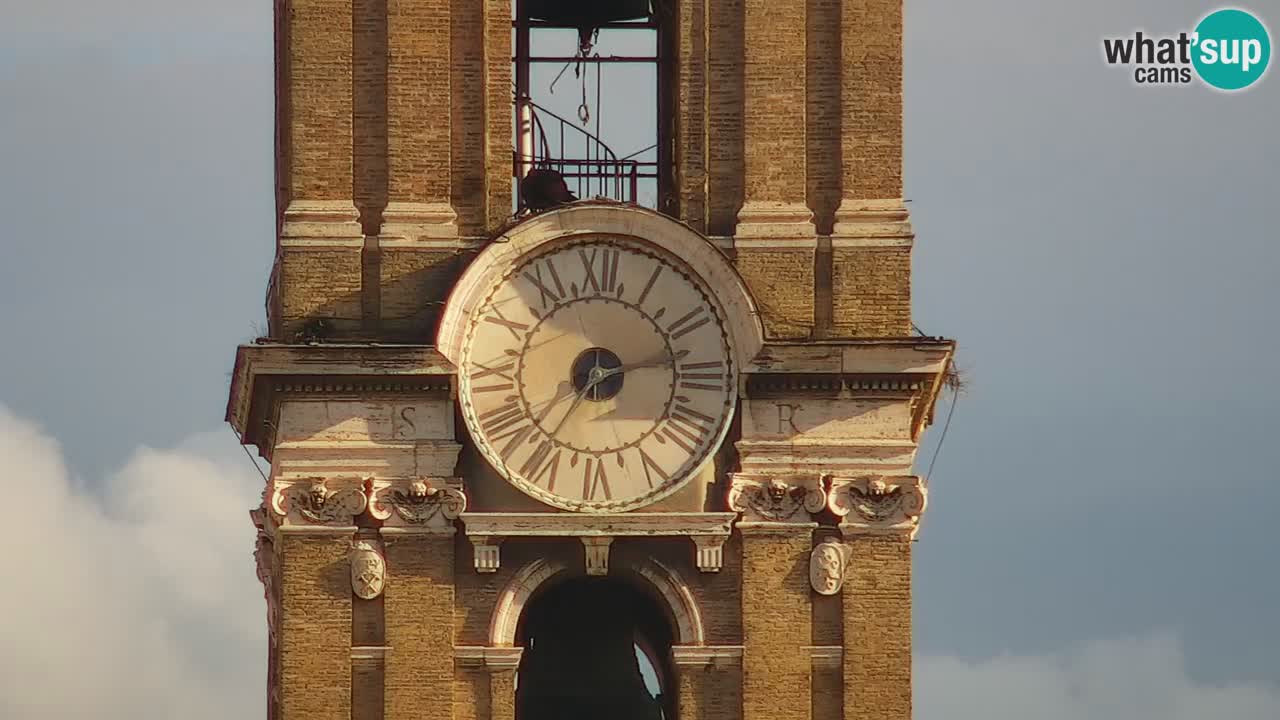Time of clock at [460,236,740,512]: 7:12
